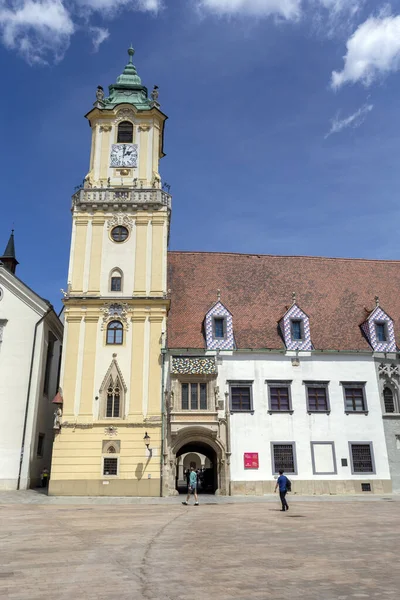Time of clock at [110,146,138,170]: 2:01
